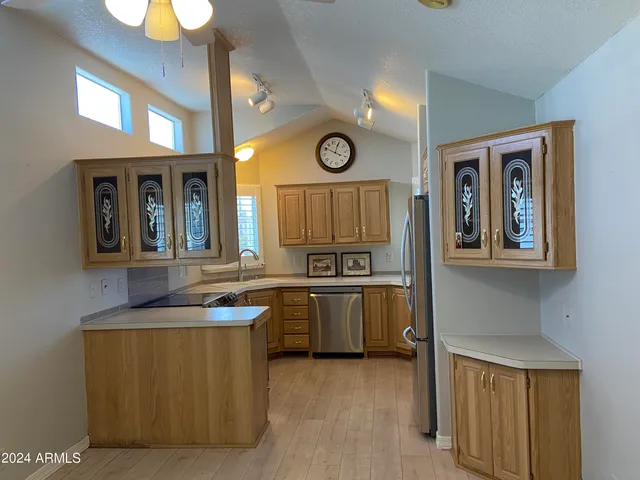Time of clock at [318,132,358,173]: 12:50
